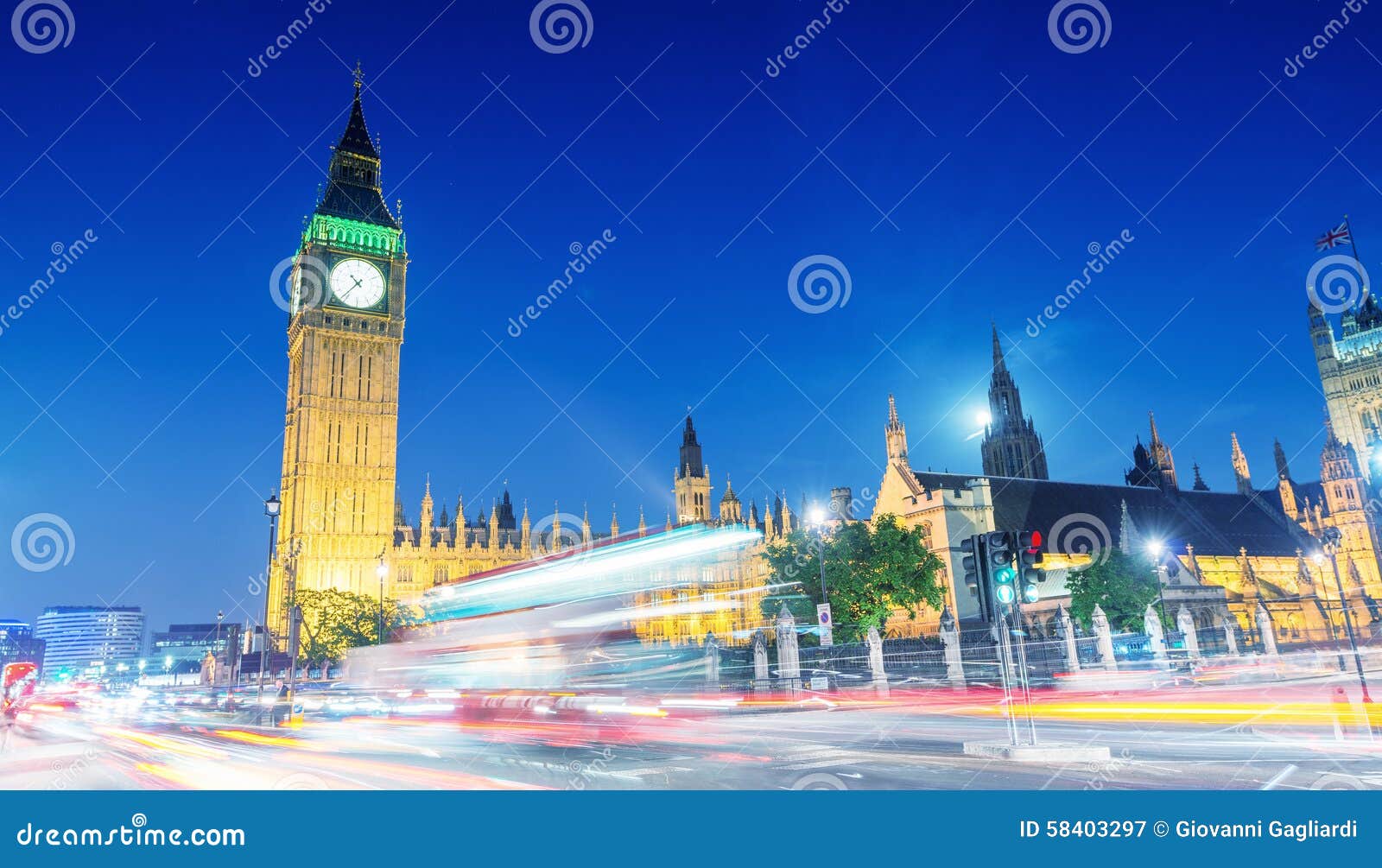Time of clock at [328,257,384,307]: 10:36
